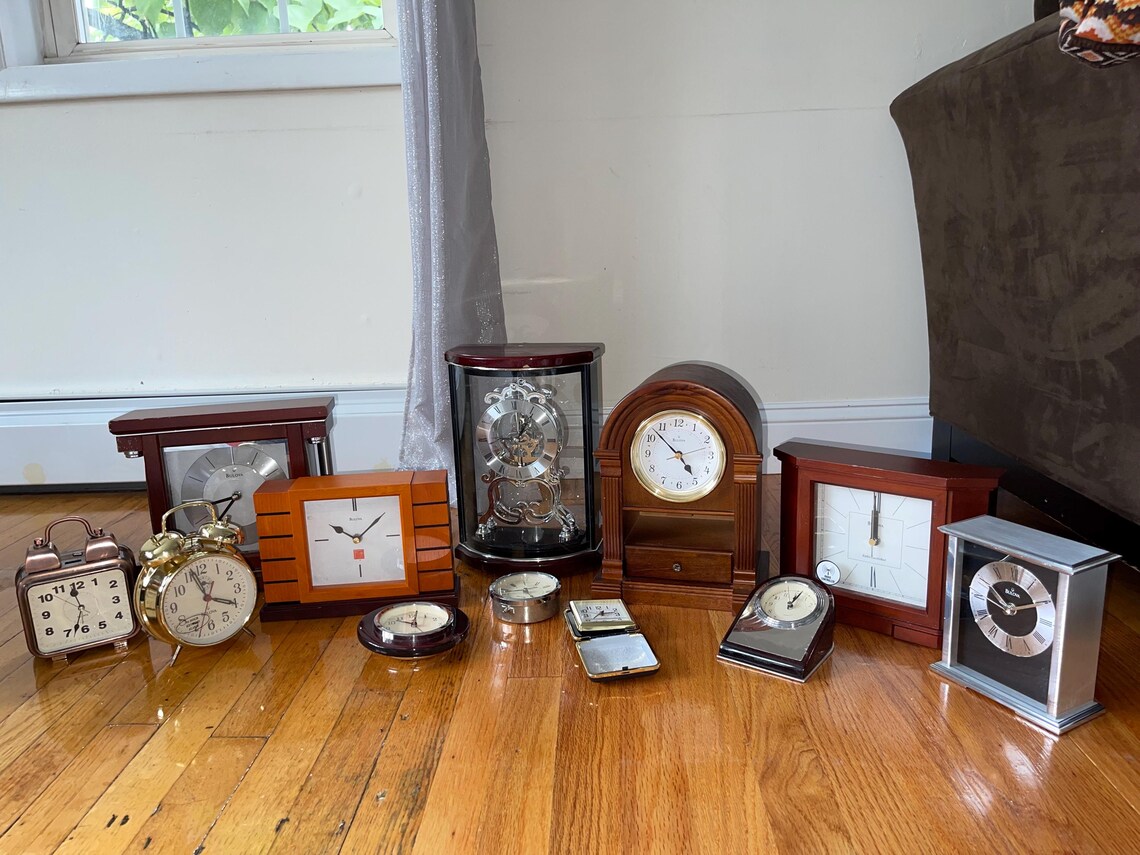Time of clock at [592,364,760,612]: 4:52
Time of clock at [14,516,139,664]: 11:33
